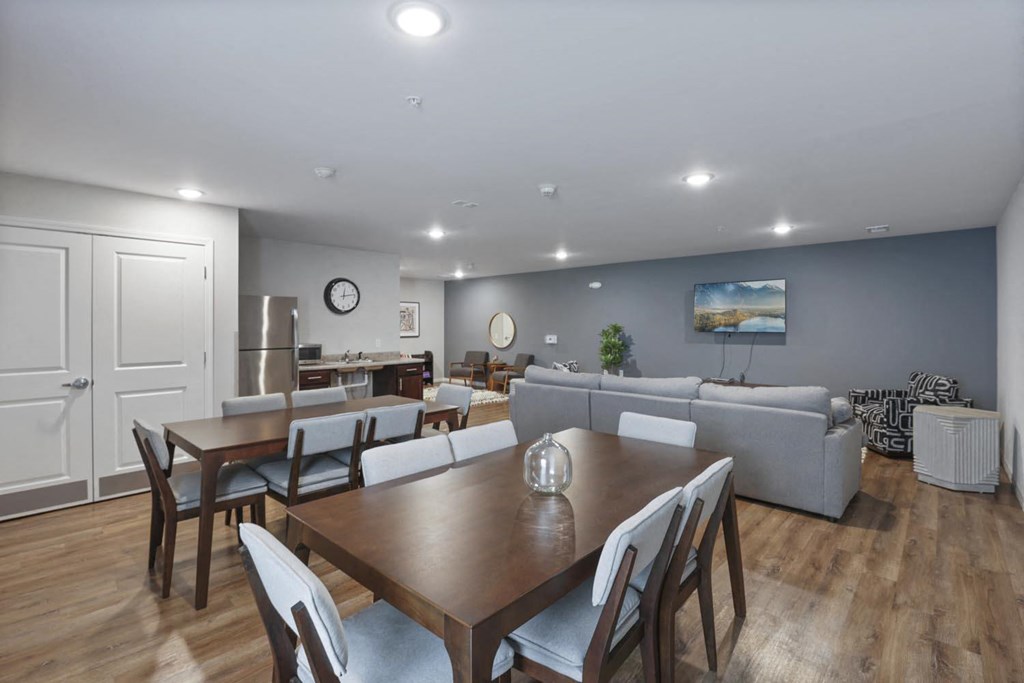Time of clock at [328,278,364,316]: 12:13
